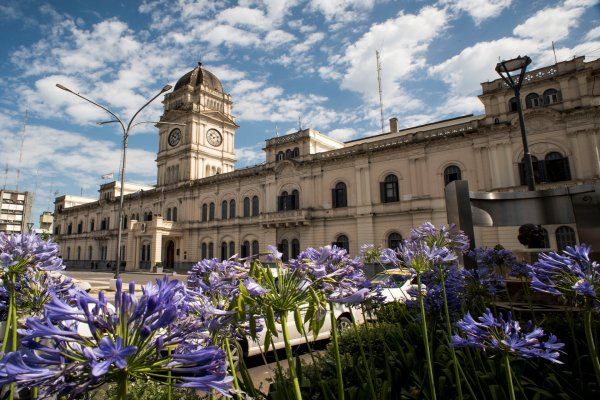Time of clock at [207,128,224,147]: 10:12
